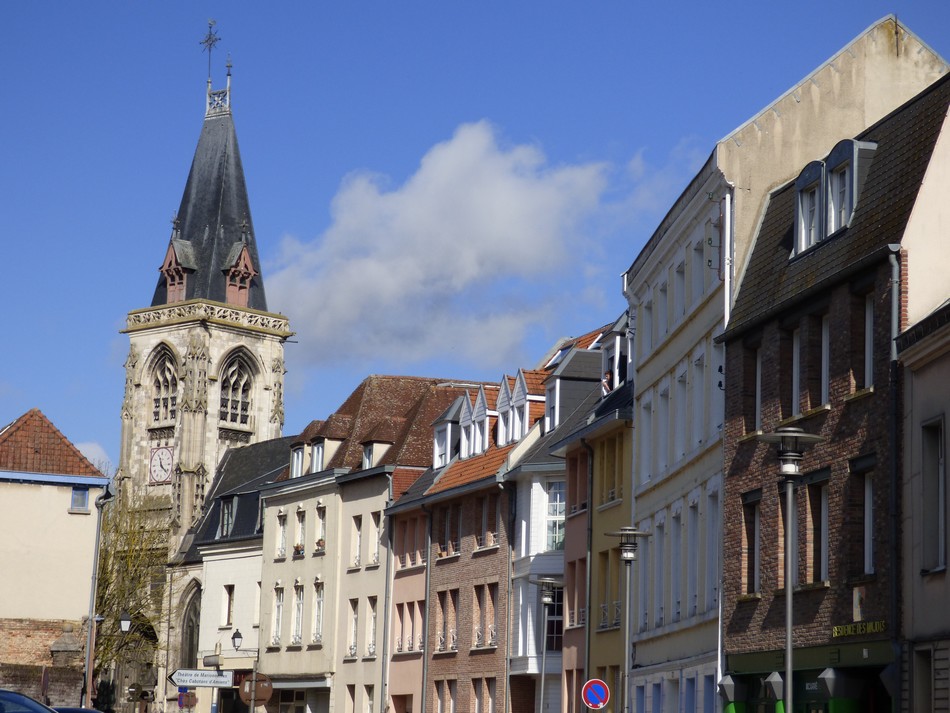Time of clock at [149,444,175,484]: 11:21
